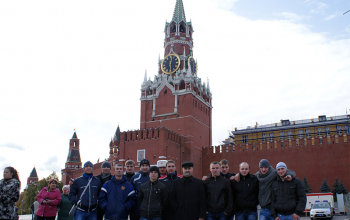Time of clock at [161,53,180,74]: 12:29
